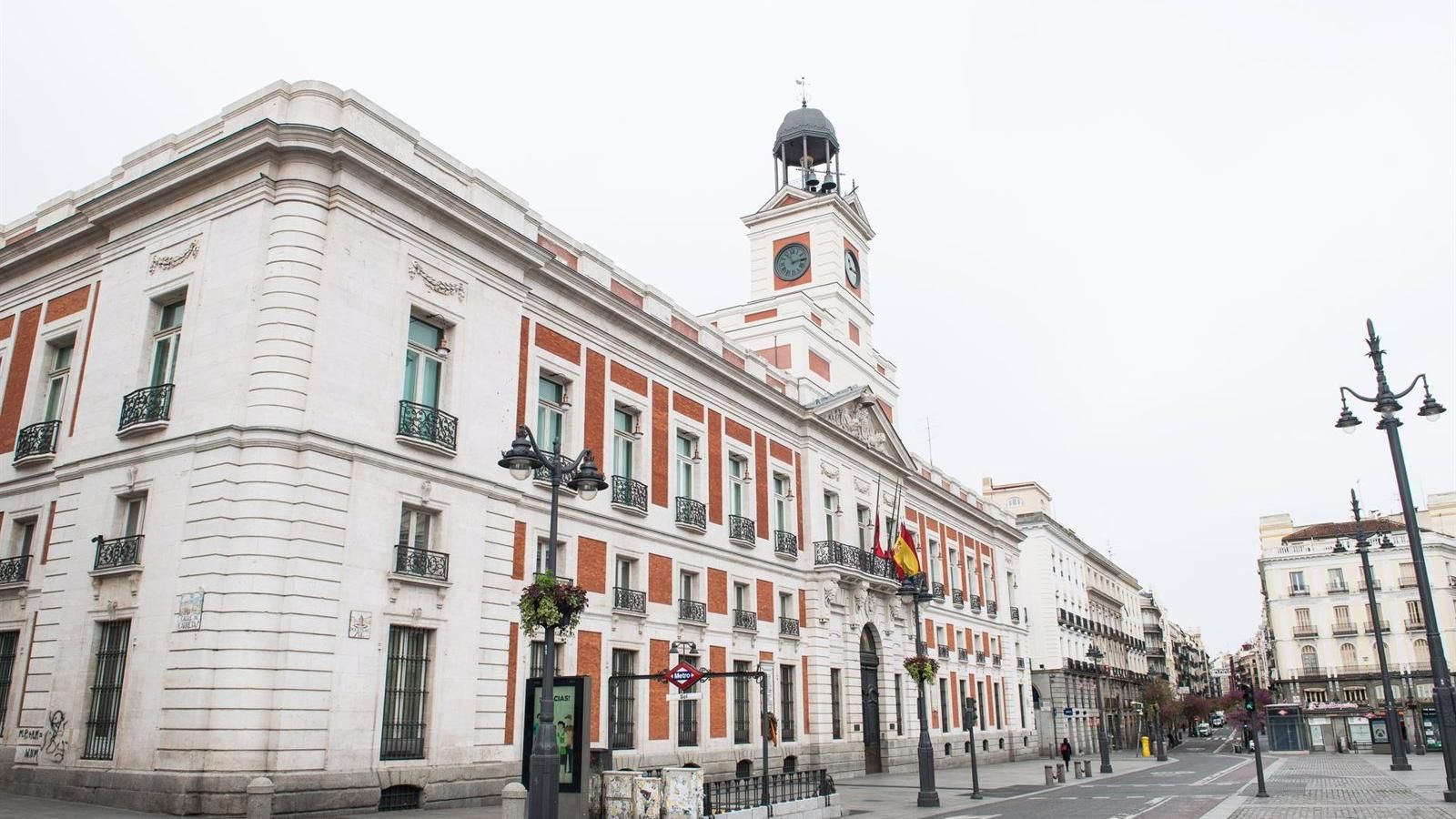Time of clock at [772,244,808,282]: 11:13
